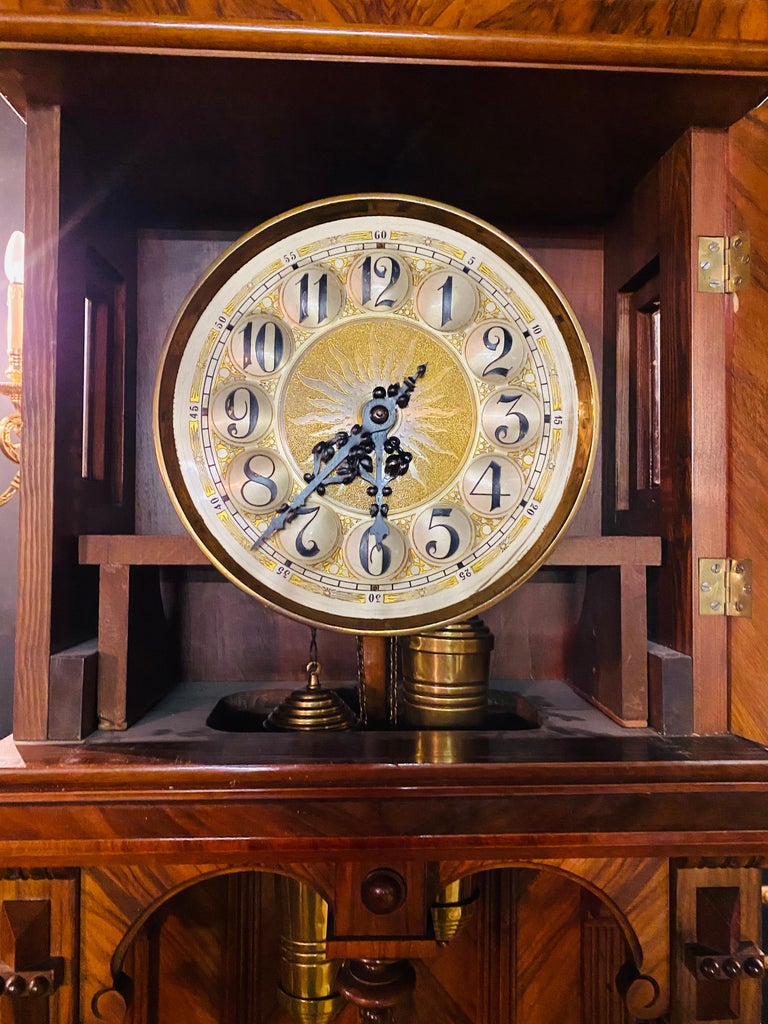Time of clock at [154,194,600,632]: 1:37
